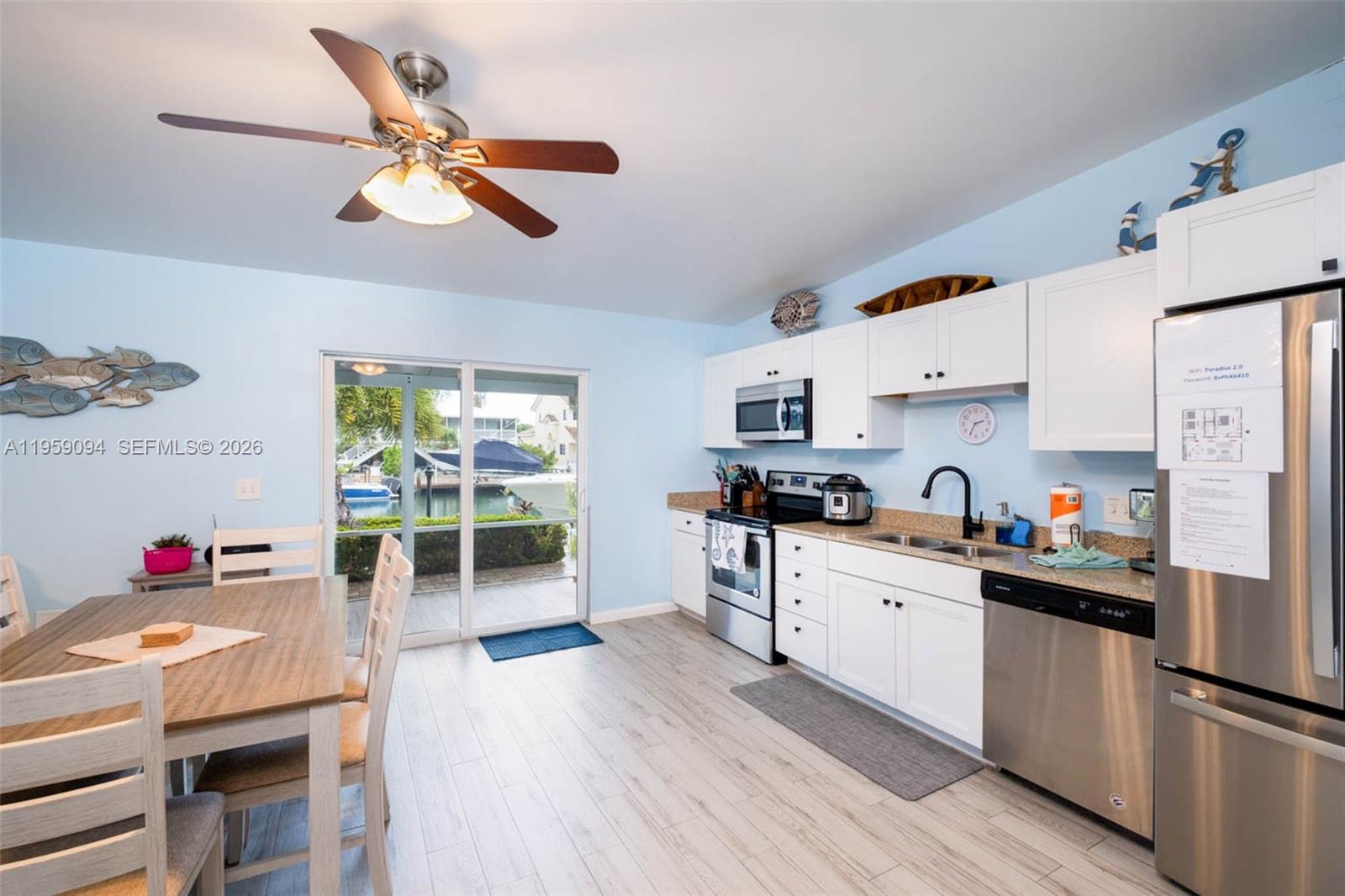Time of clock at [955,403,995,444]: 2:35
